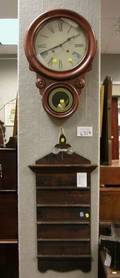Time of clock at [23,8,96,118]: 8:09
